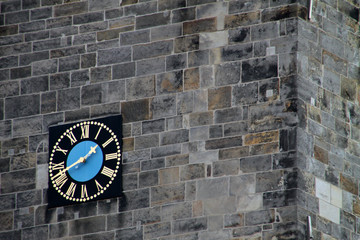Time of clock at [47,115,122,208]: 1:41
